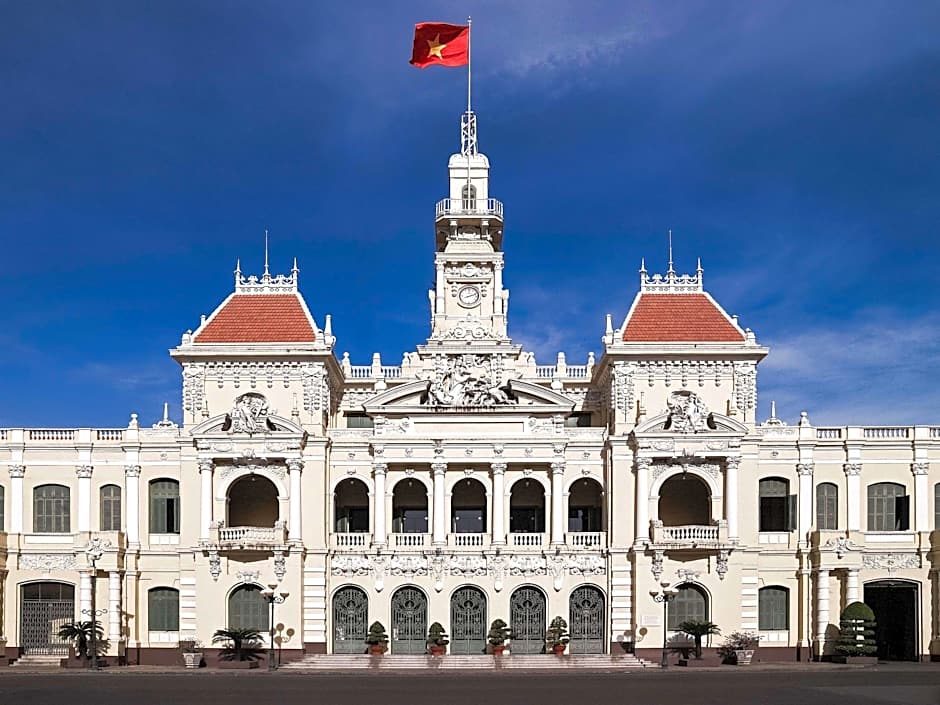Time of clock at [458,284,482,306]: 2:11
